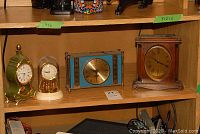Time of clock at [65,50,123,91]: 10:23
